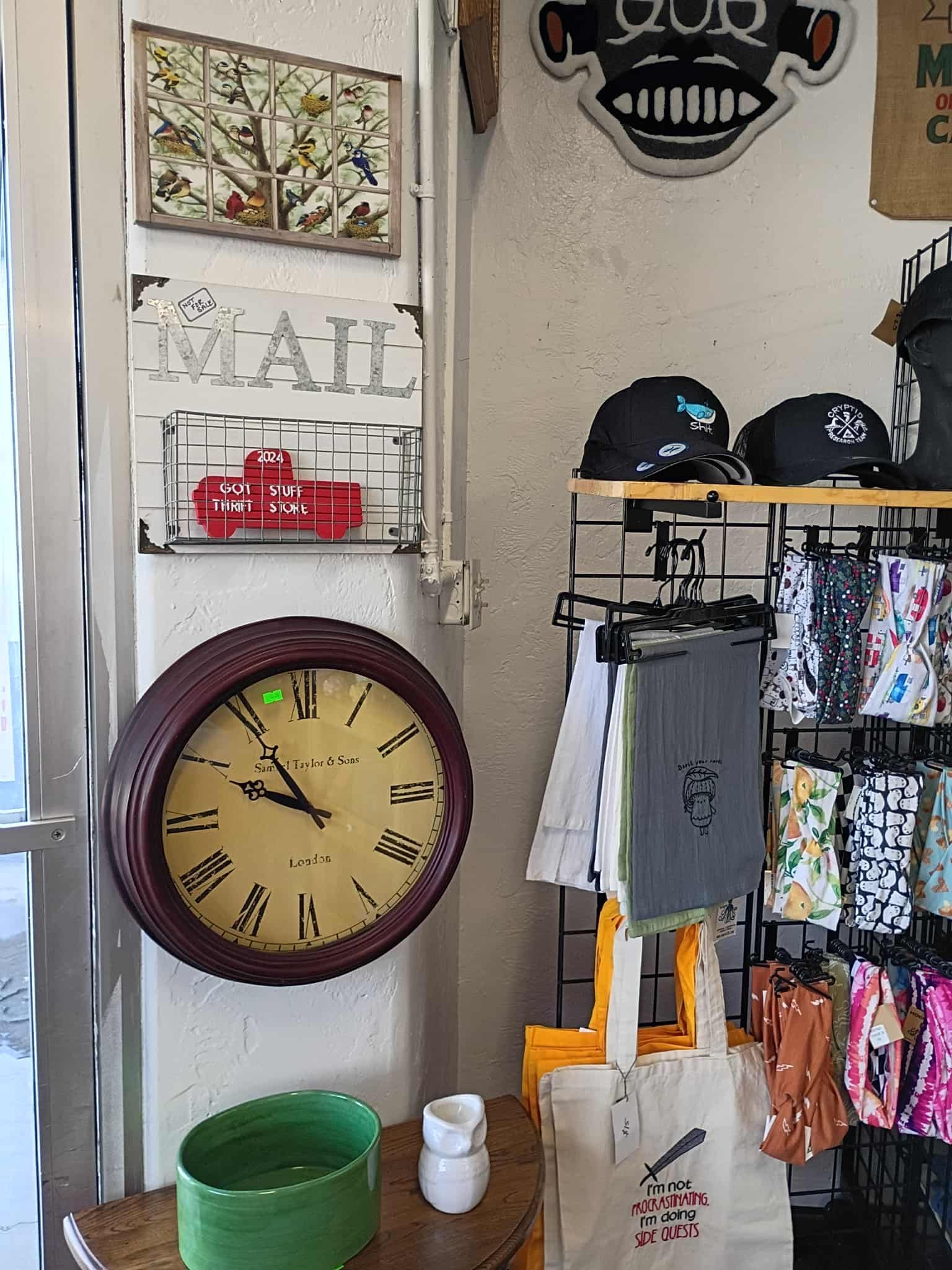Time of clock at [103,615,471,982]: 9:54
